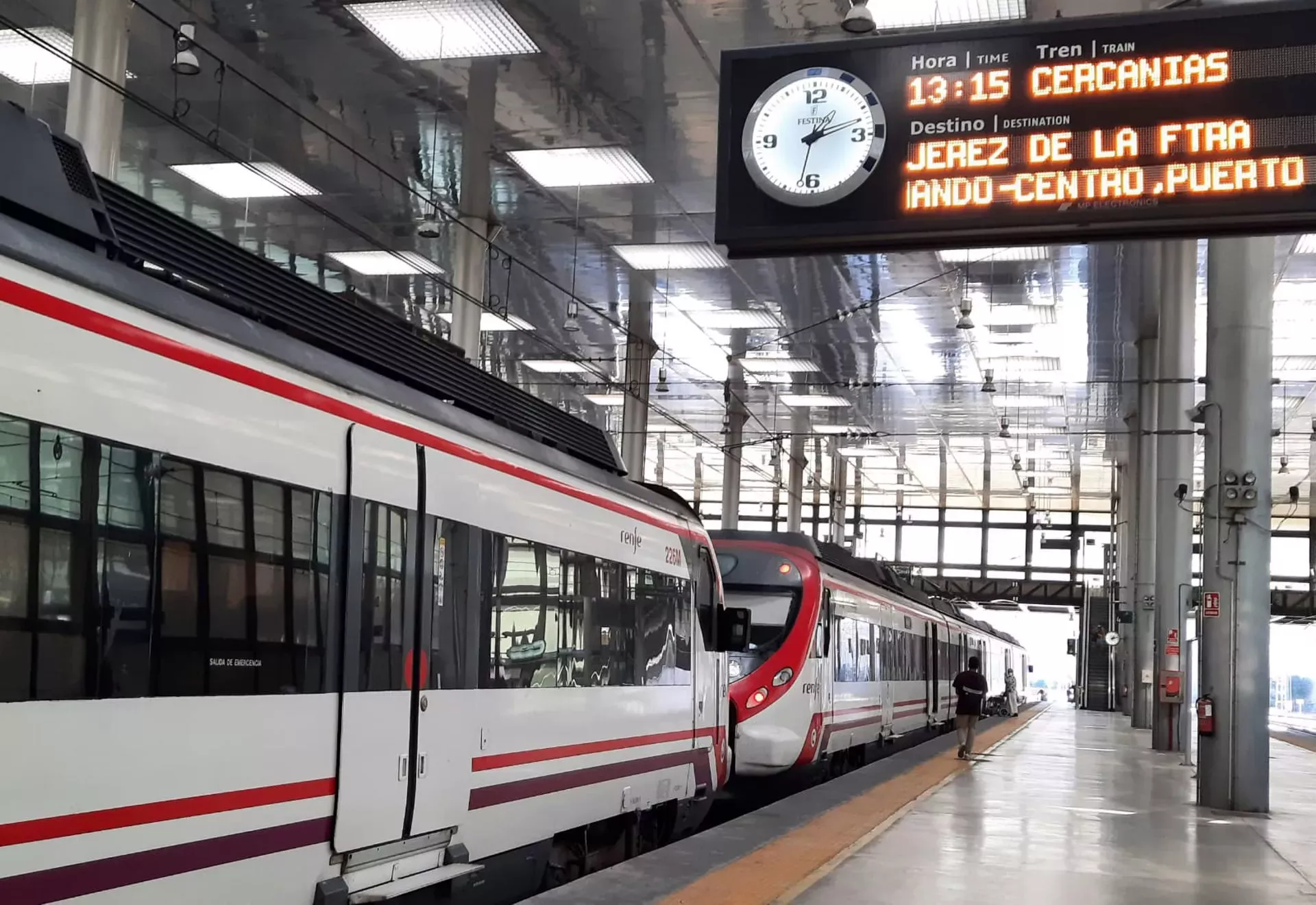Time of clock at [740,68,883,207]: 1:11
